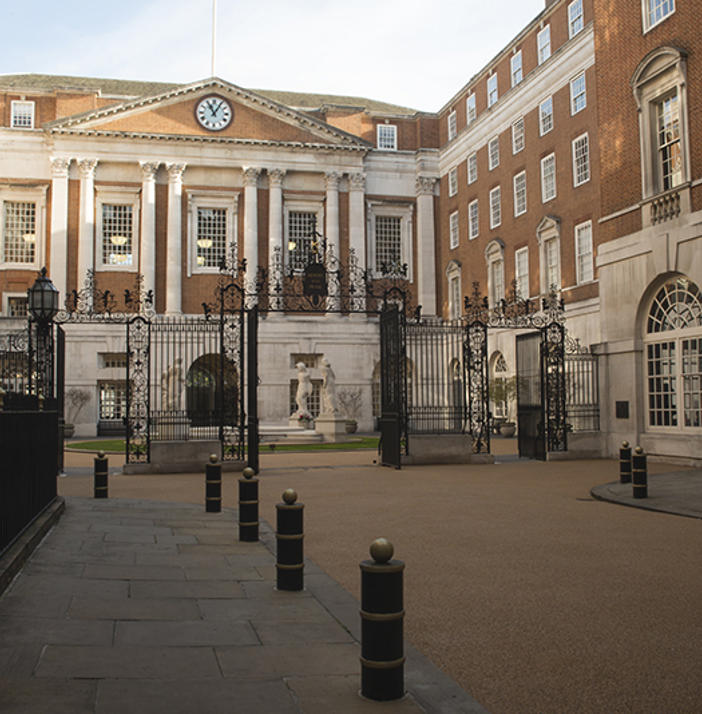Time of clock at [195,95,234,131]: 11:05
